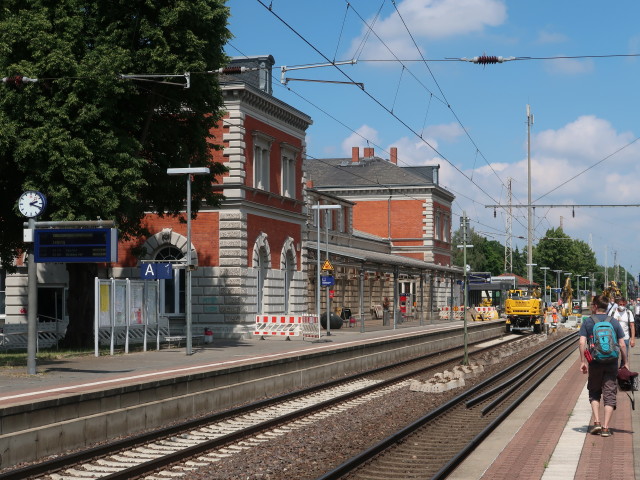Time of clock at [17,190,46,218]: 2:18
